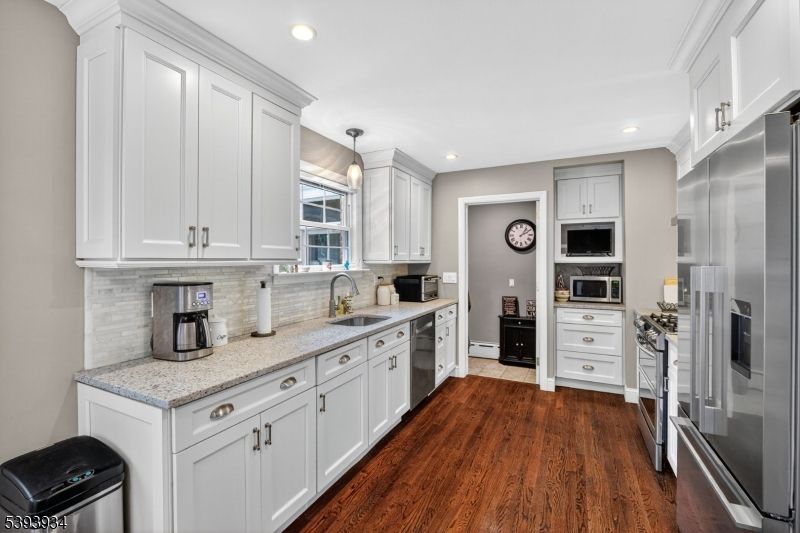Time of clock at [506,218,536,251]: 2:06
